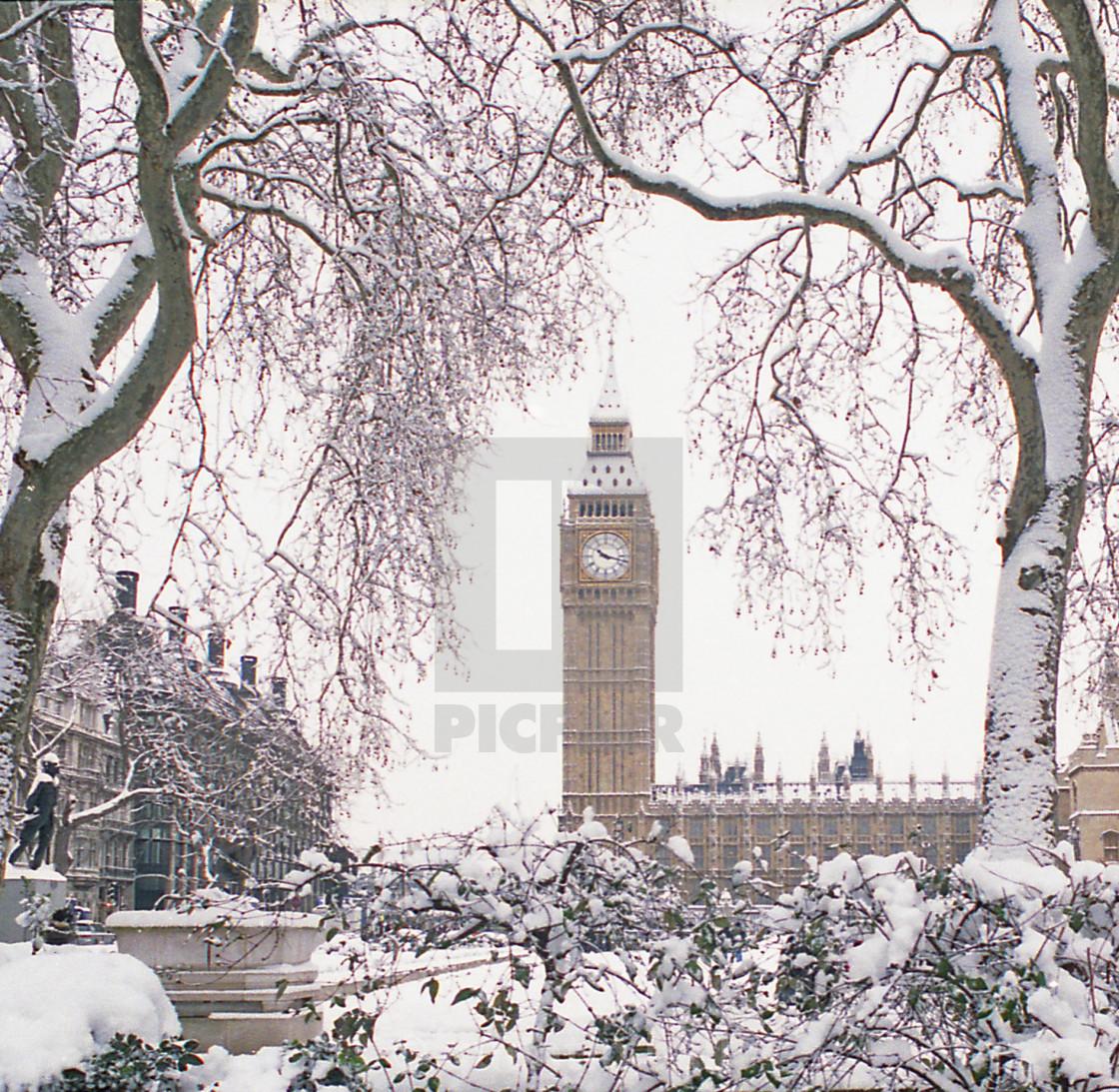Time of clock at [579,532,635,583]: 10:17
